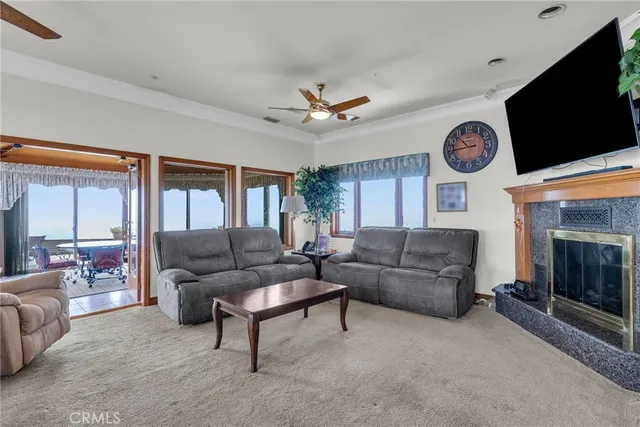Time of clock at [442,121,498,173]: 10:44
